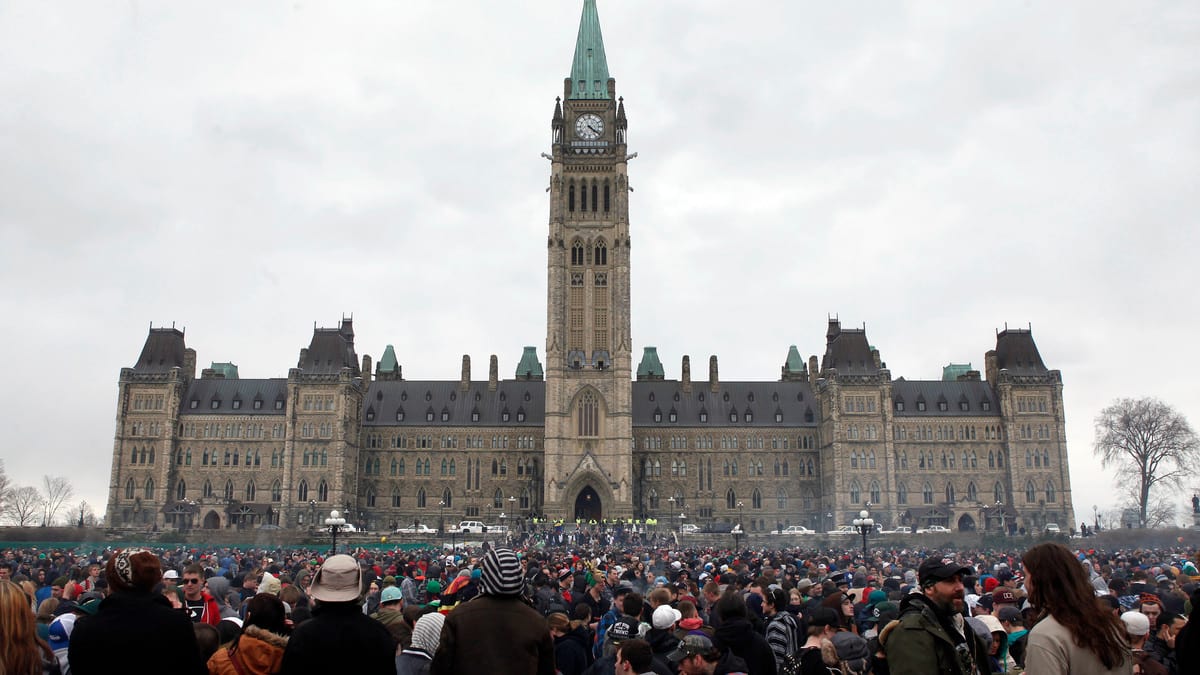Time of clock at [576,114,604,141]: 4:21
